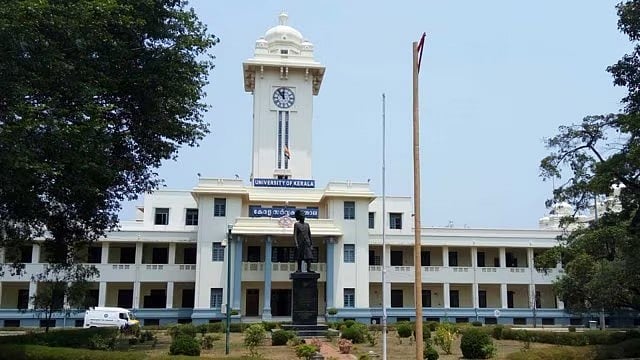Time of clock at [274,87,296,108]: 11:53
